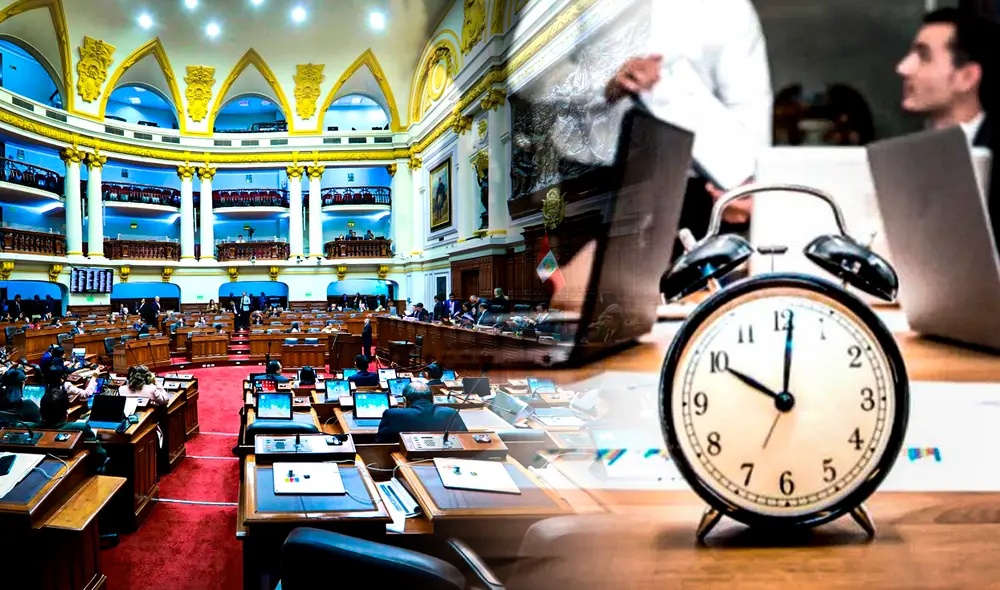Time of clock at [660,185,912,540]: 10:00
